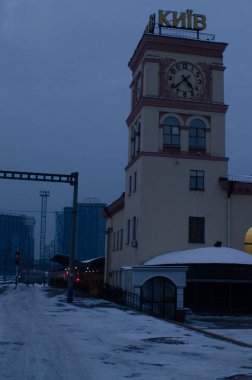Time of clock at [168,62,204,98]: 4:38
